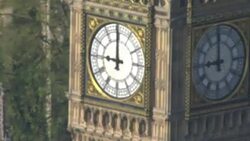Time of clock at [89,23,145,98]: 8:59
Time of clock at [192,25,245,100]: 8:59
